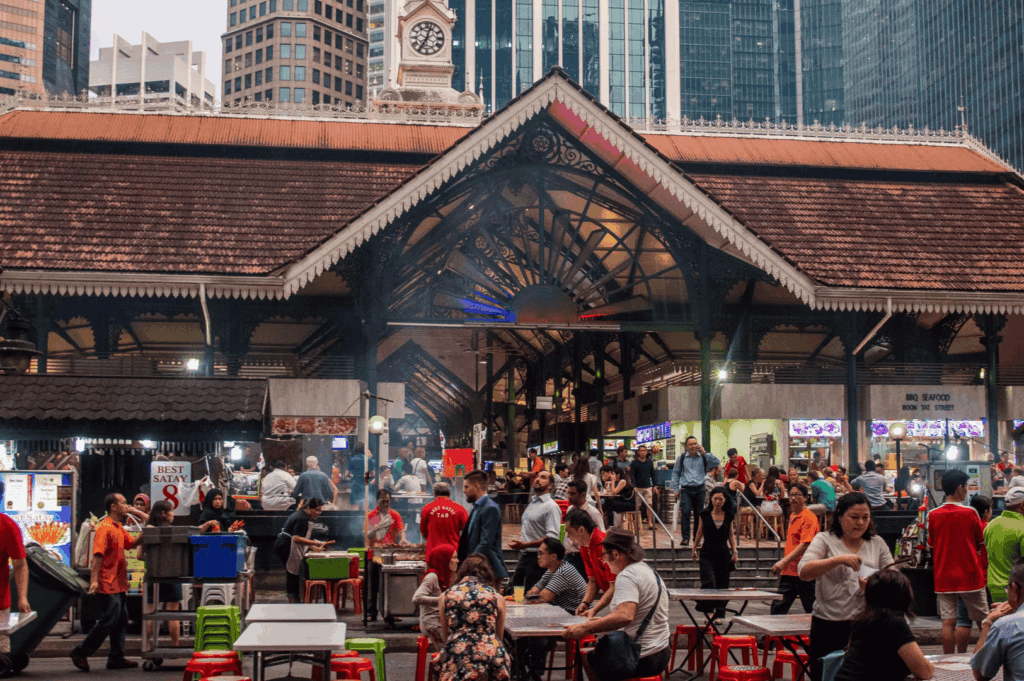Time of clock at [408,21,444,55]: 7:03
